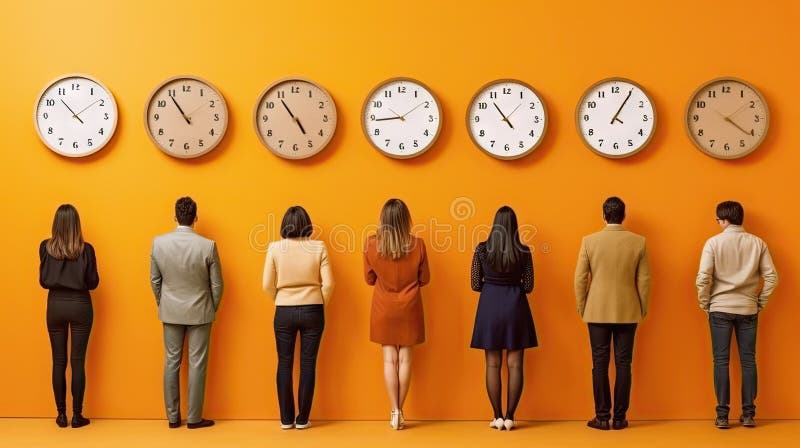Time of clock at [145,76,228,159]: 10:54
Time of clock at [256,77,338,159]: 4:54
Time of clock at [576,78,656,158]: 1:05
